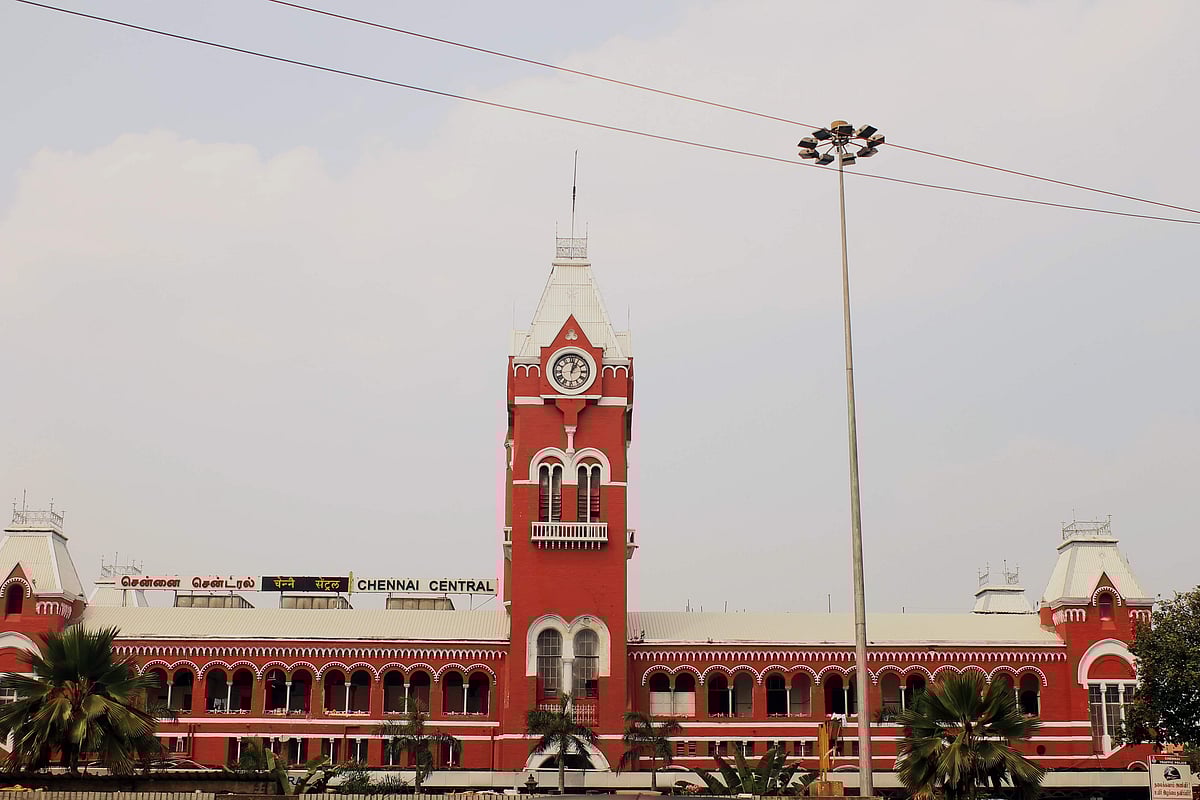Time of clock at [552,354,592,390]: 1:02
